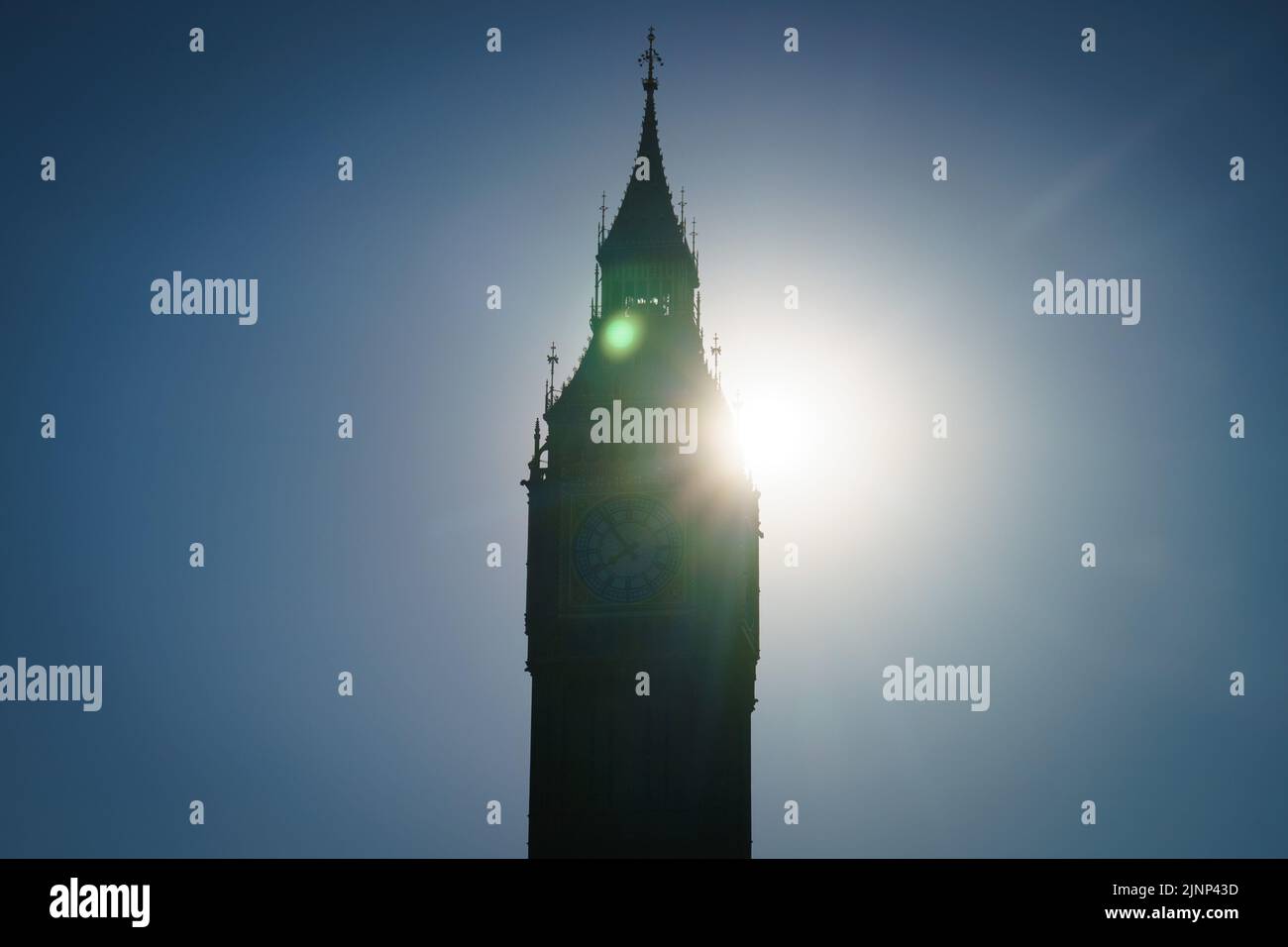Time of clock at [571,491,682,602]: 7:53
